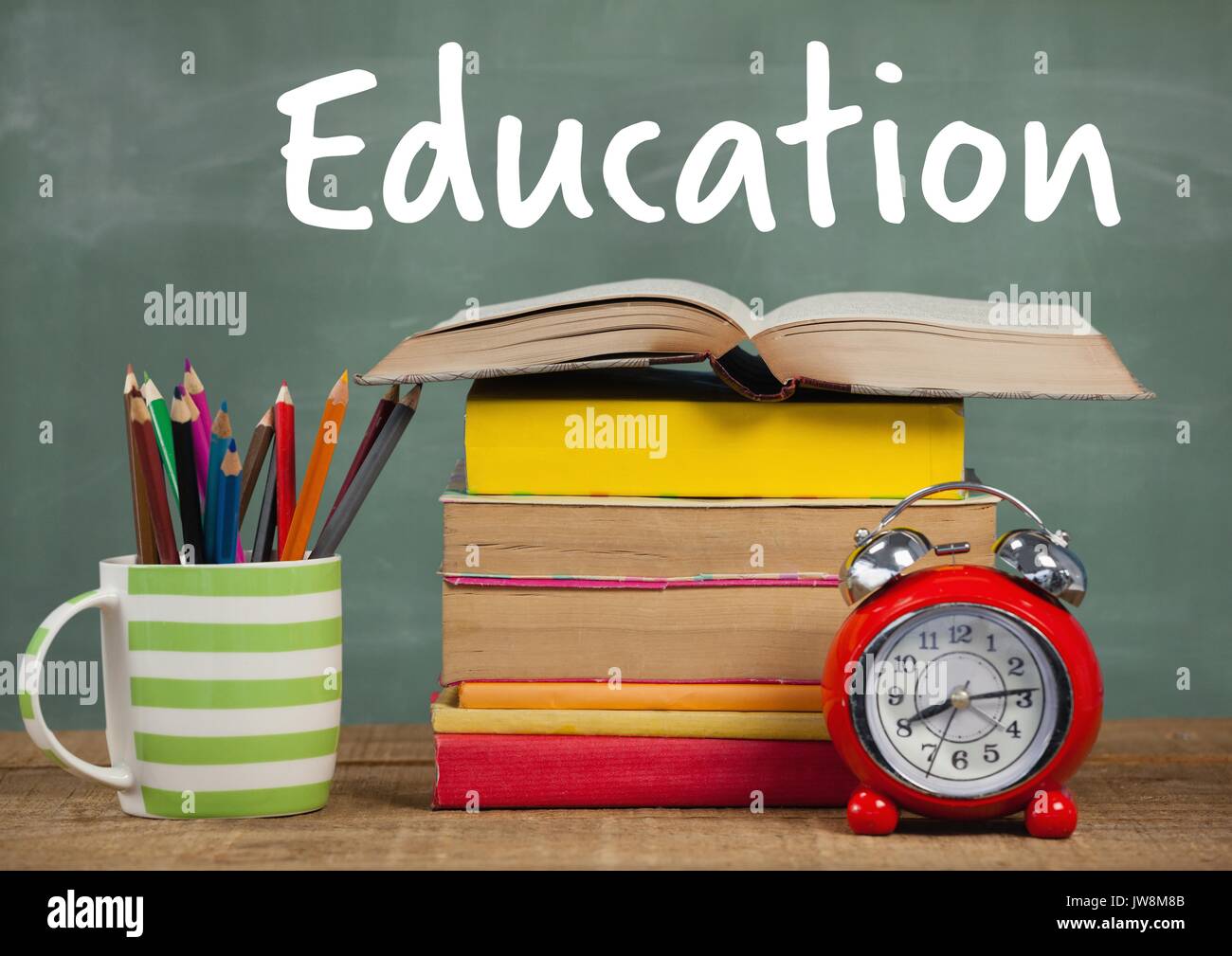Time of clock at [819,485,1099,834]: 8:13
